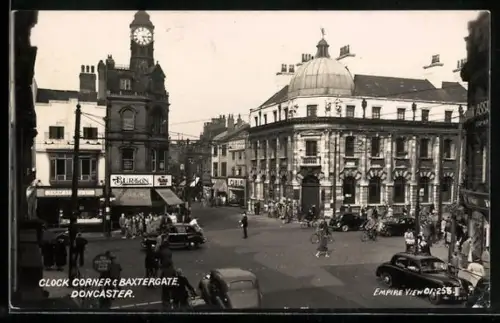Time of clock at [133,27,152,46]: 5:15
